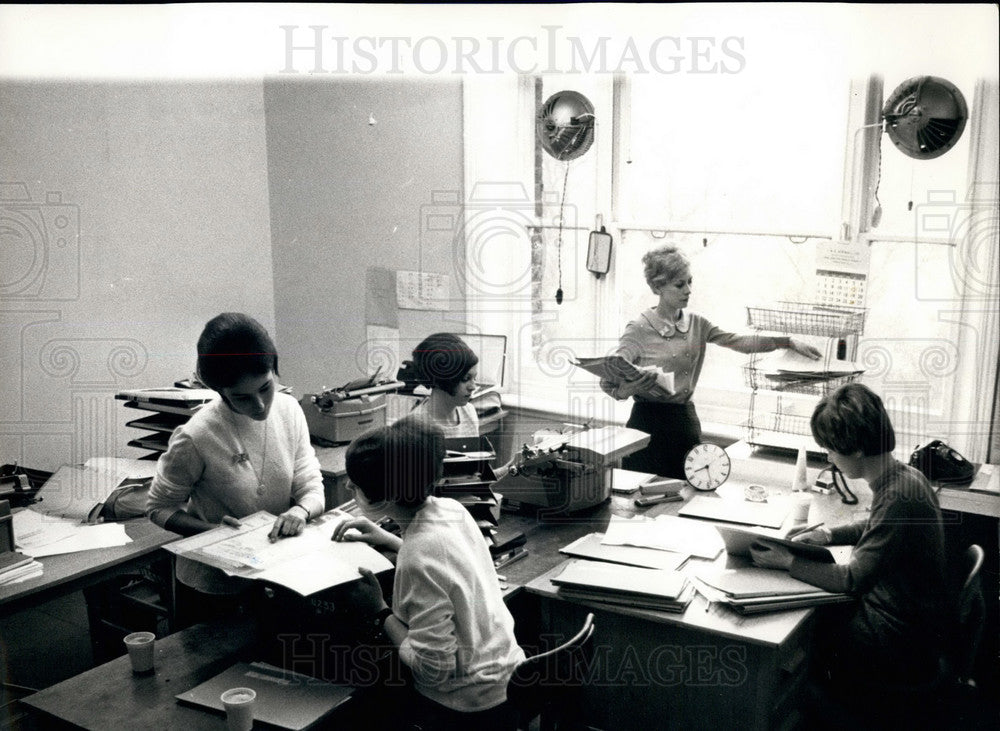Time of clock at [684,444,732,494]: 8:28
